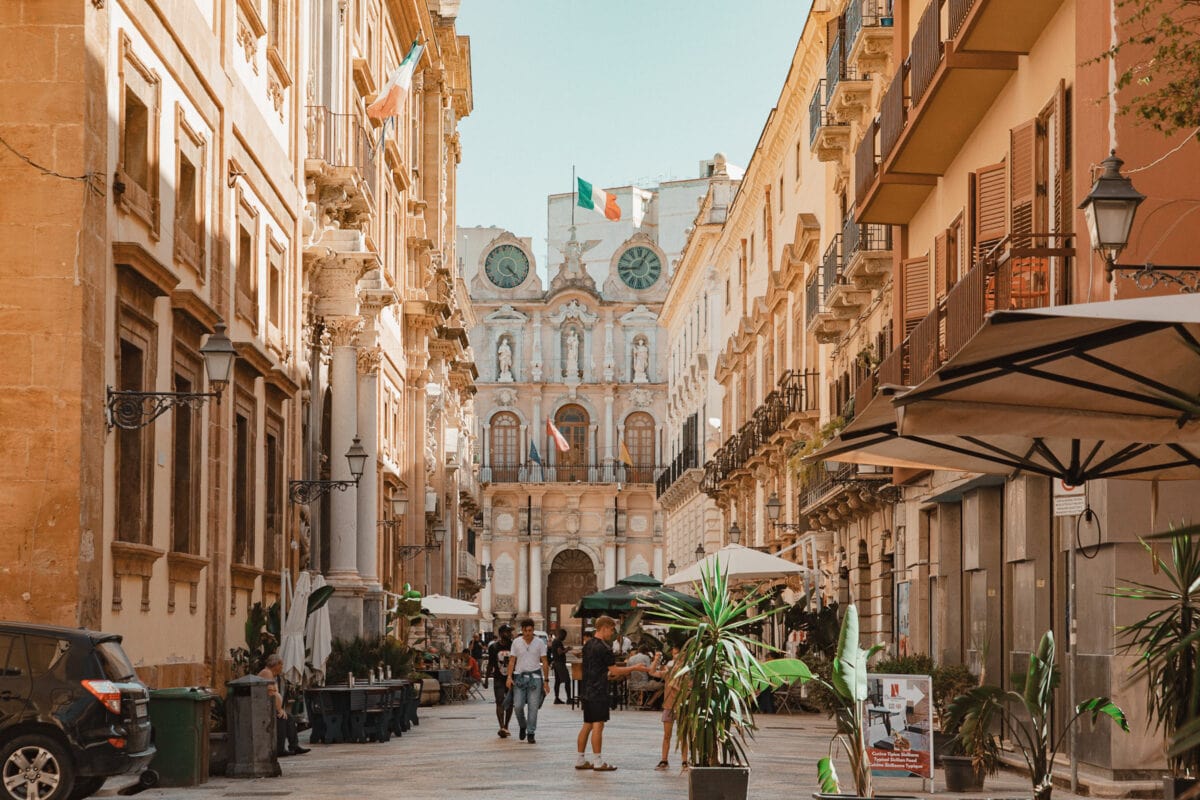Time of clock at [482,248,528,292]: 4:22
